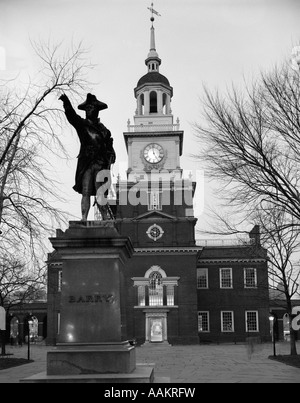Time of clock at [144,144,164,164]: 4:58
